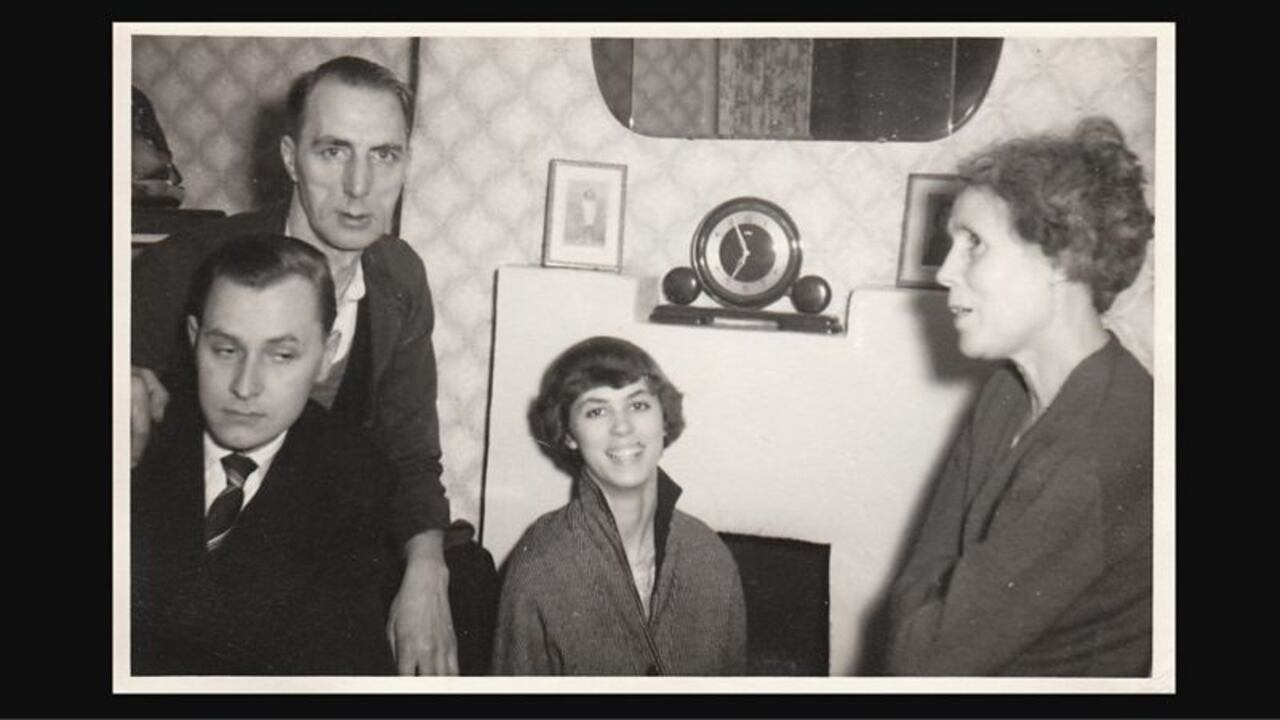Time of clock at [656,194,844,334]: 6:56
